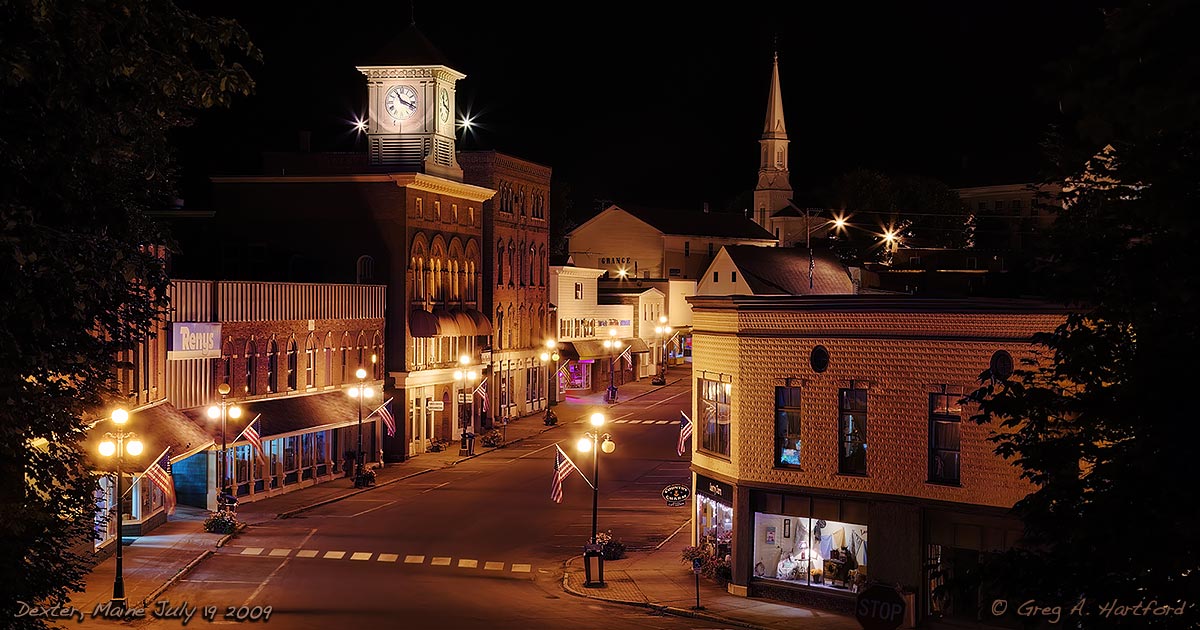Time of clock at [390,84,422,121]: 11:18
